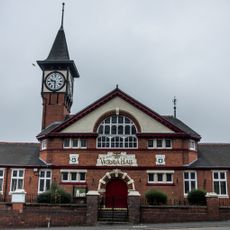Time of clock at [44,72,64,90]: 9:31
